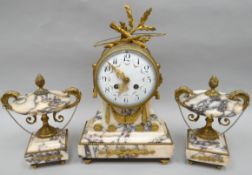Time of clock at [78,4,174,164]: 6:52
